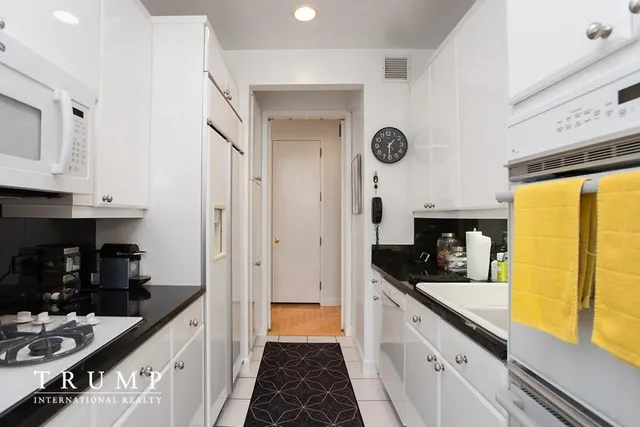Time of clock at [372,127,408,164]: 1:30
